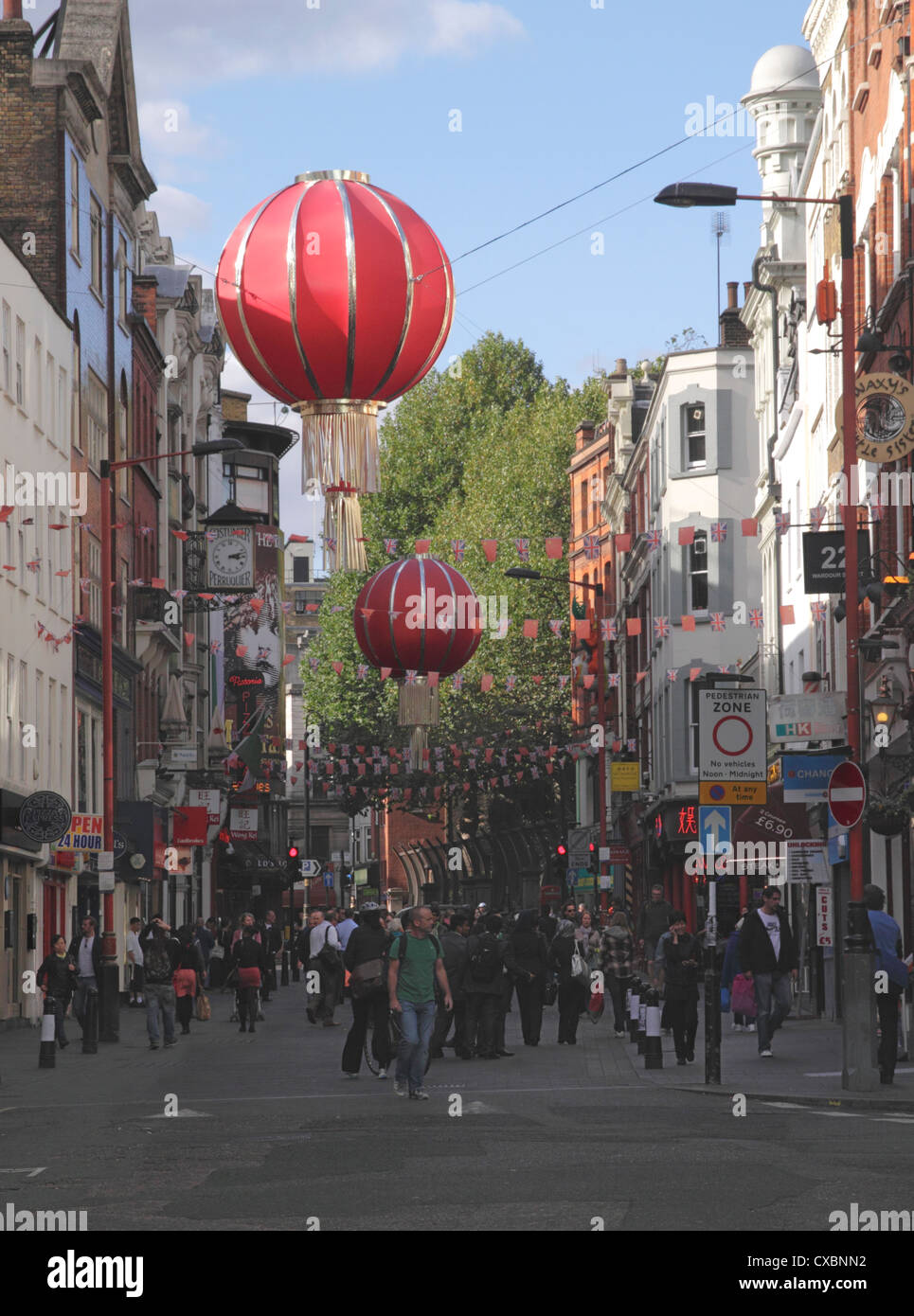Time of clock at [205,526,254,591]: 3:12
